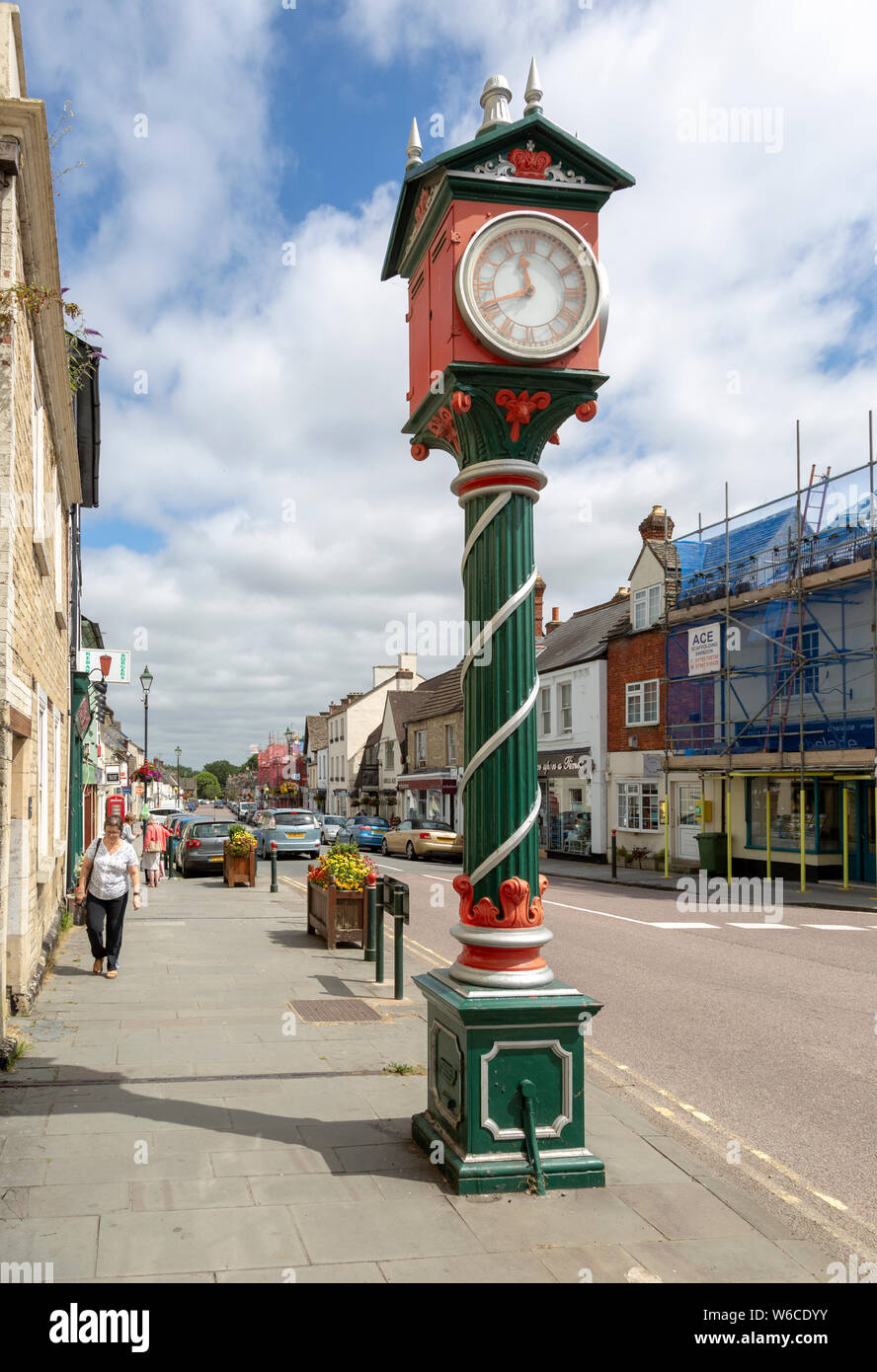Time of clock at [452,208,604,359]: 11:41
